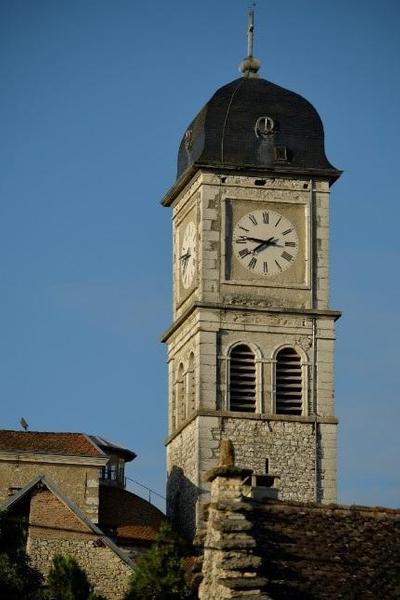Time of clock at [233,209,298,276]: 7:46
